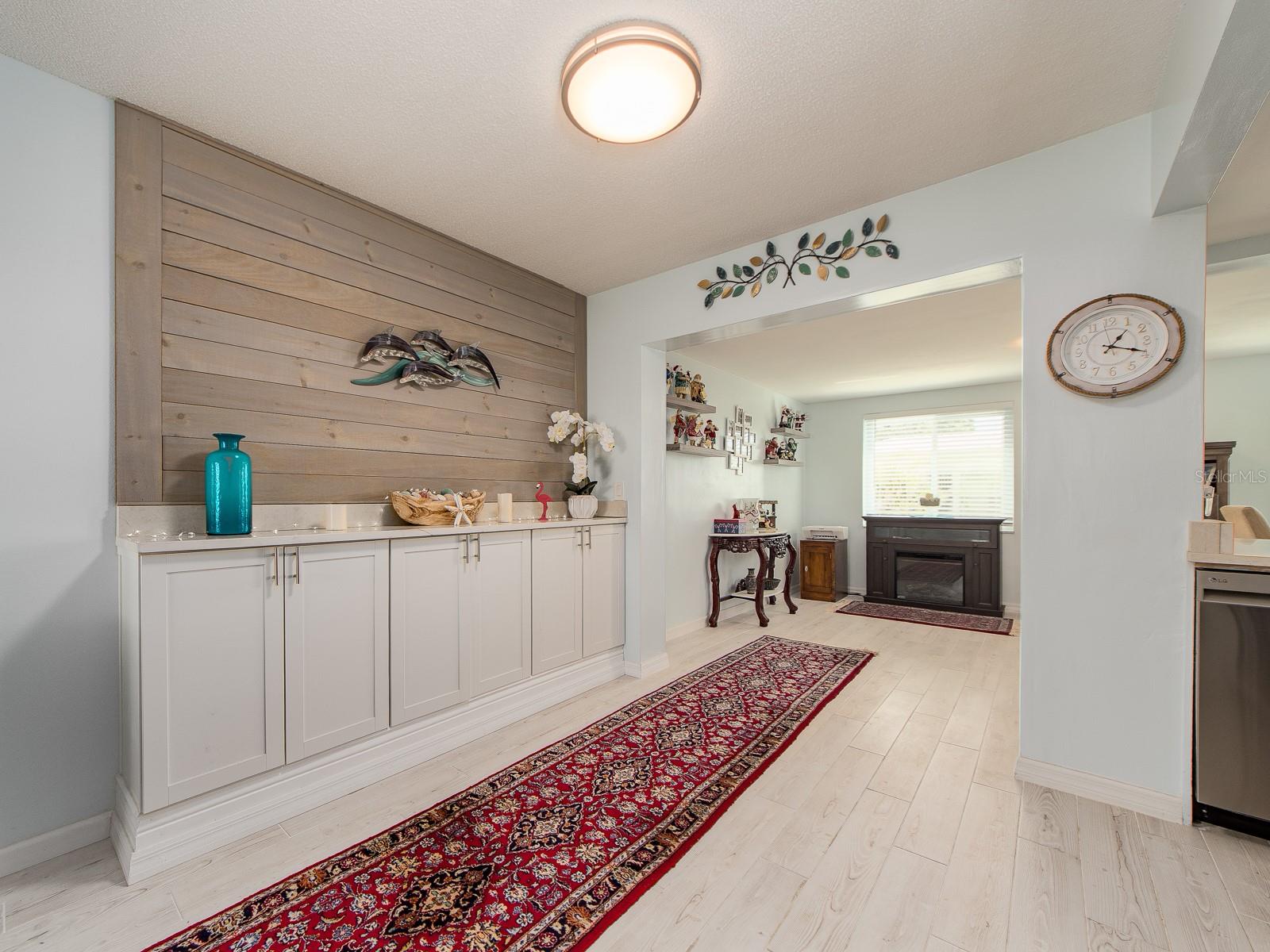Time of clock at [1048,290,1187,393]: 1:18
